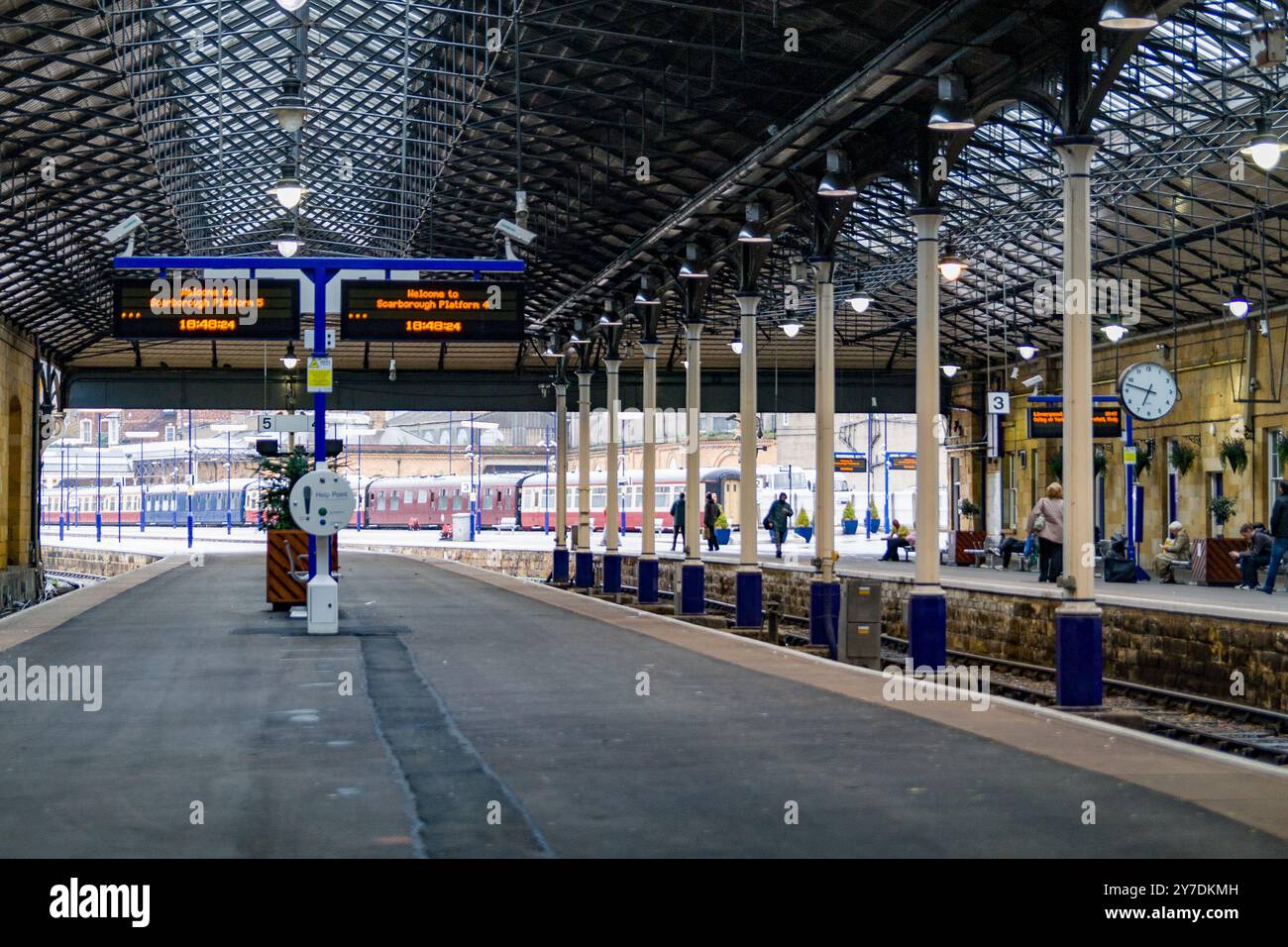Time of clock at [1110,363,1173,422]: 6:47
